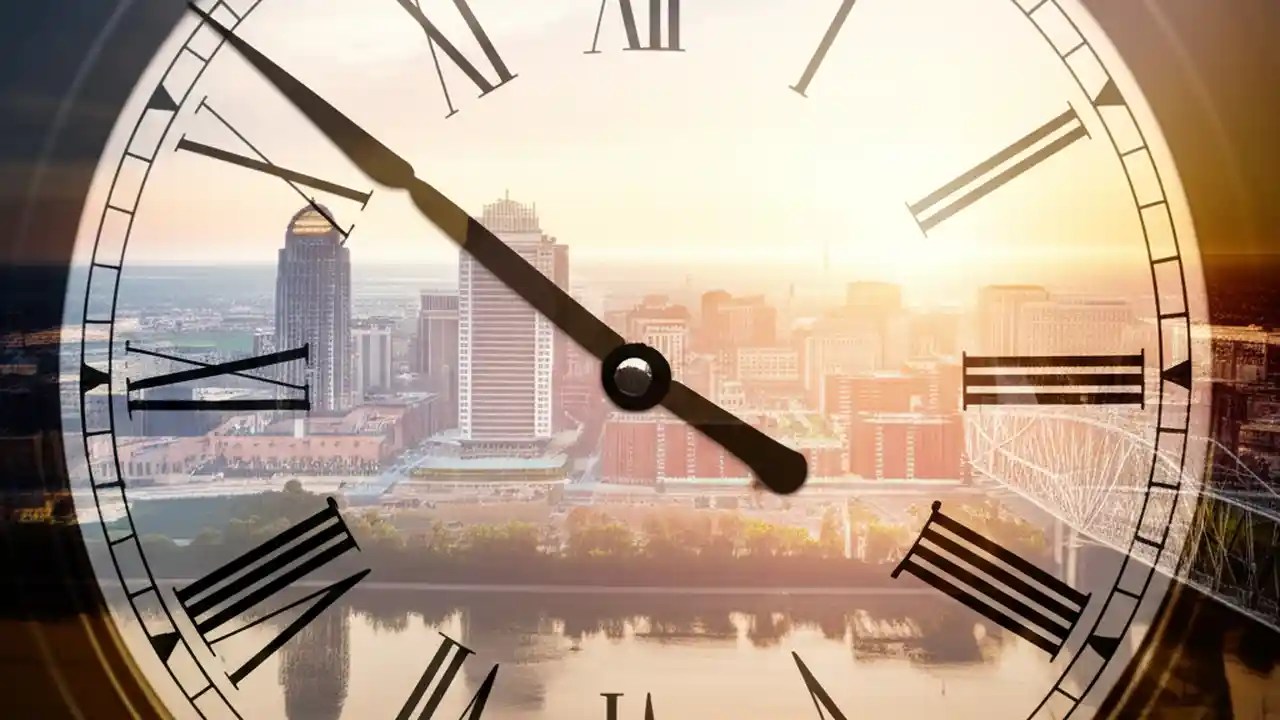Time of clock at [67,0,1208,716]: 3:51
